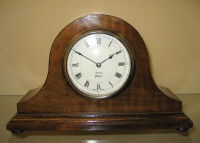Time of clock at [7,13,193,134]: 1:50
